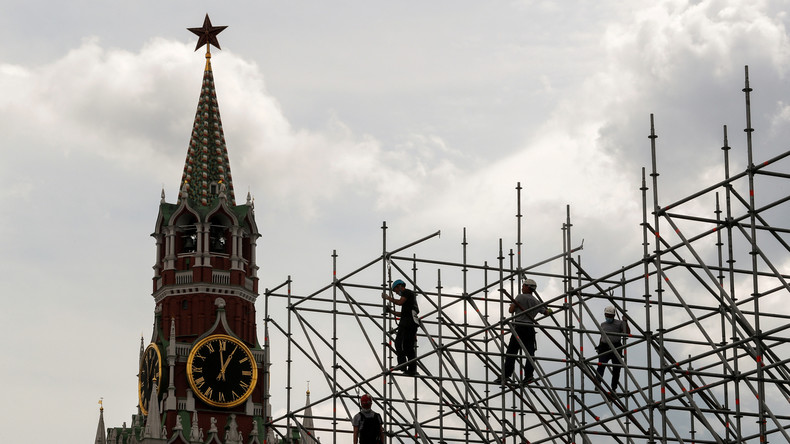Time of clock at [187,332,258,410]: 12:59
